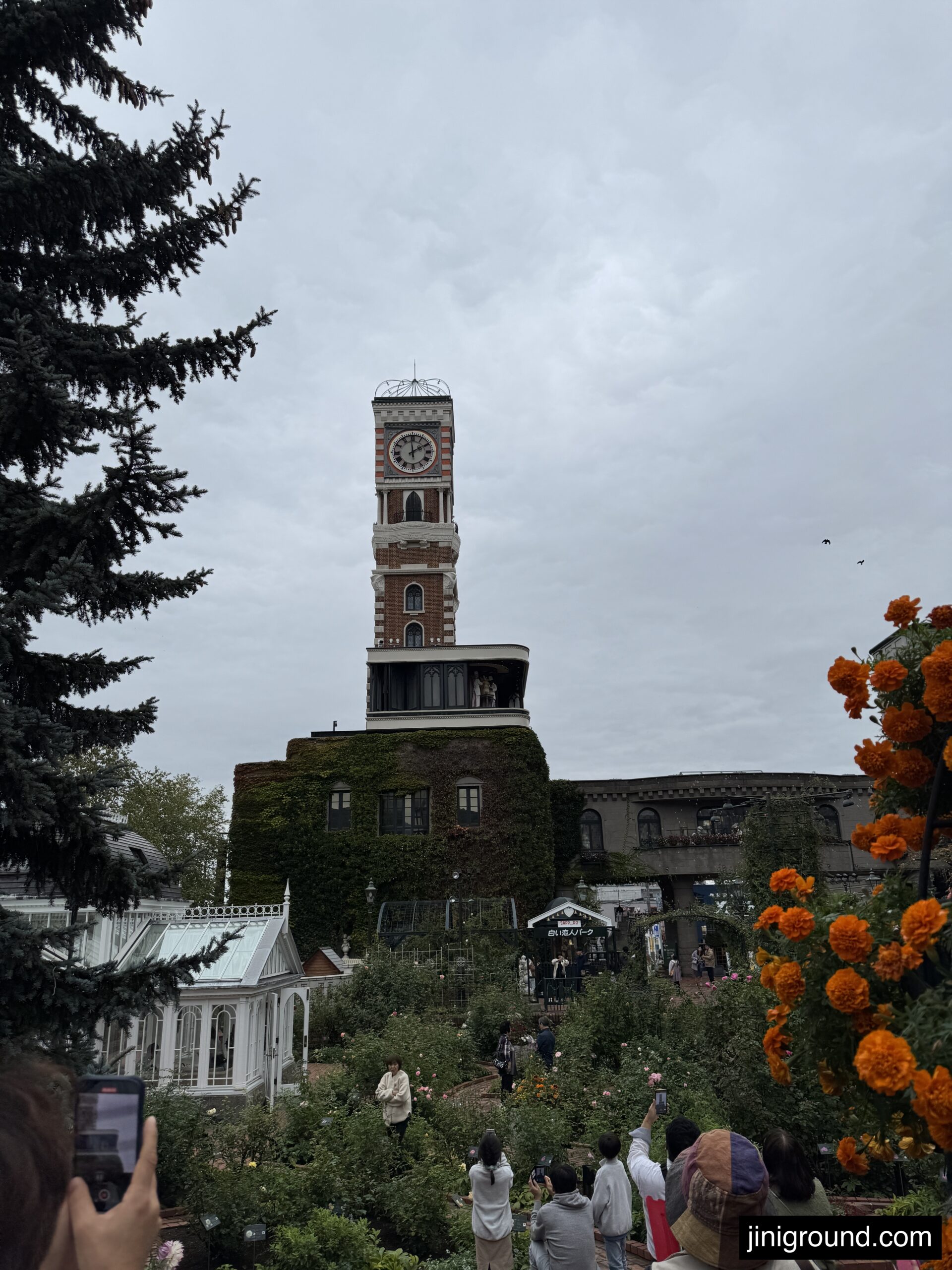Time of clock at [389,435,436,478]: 1:59
